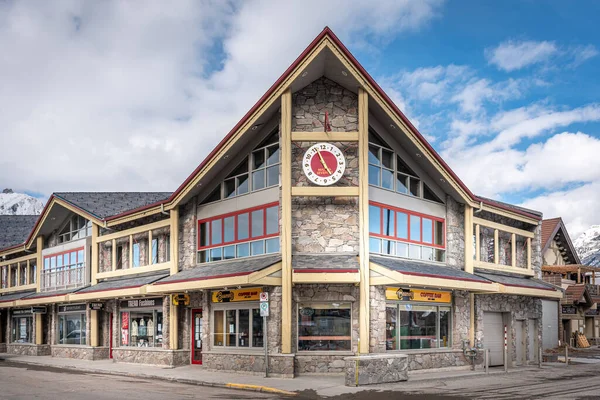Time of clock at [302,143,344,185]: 4:56
